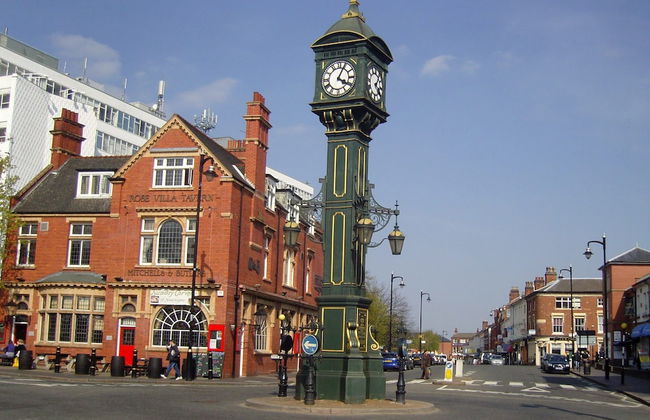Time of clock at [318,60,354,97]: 4:04
